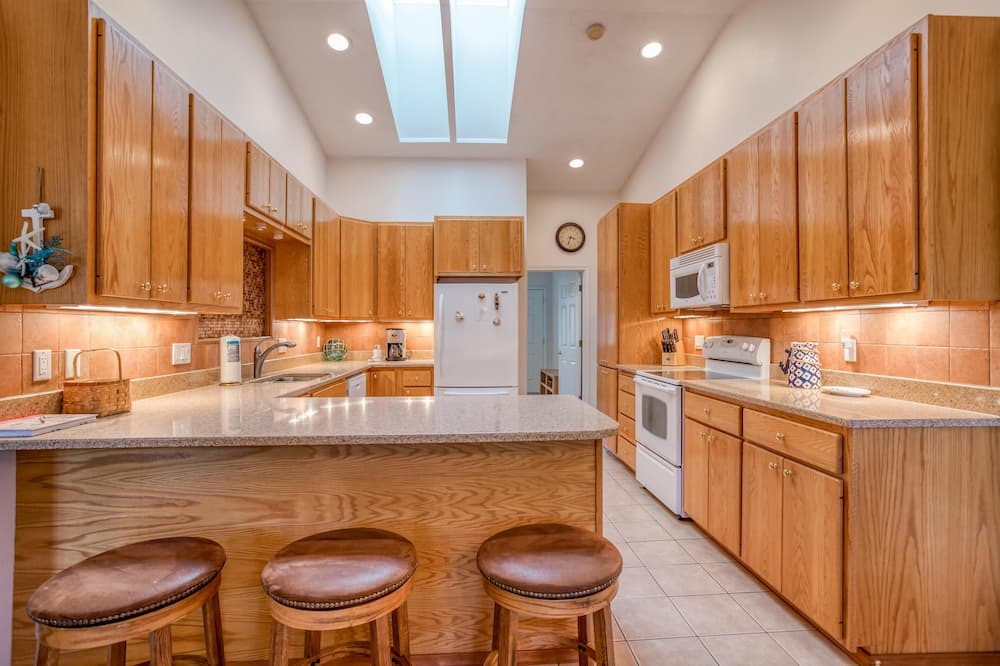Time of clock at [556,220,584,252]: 3:33
